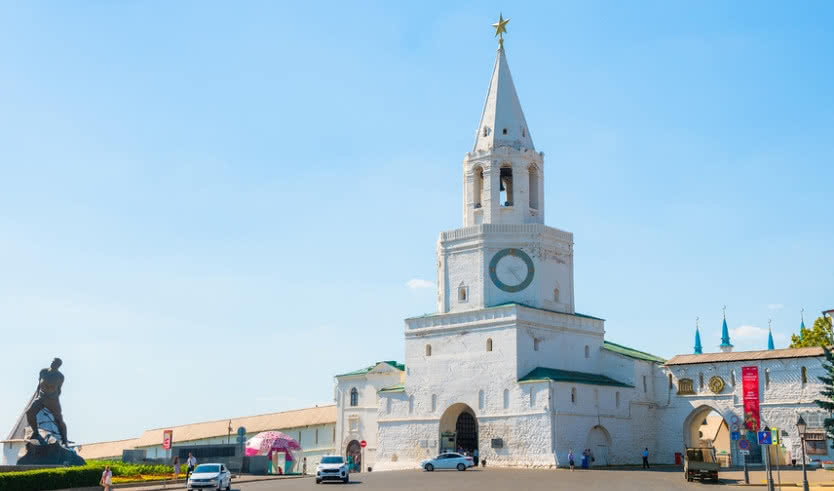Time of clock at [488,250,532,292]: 2:23
